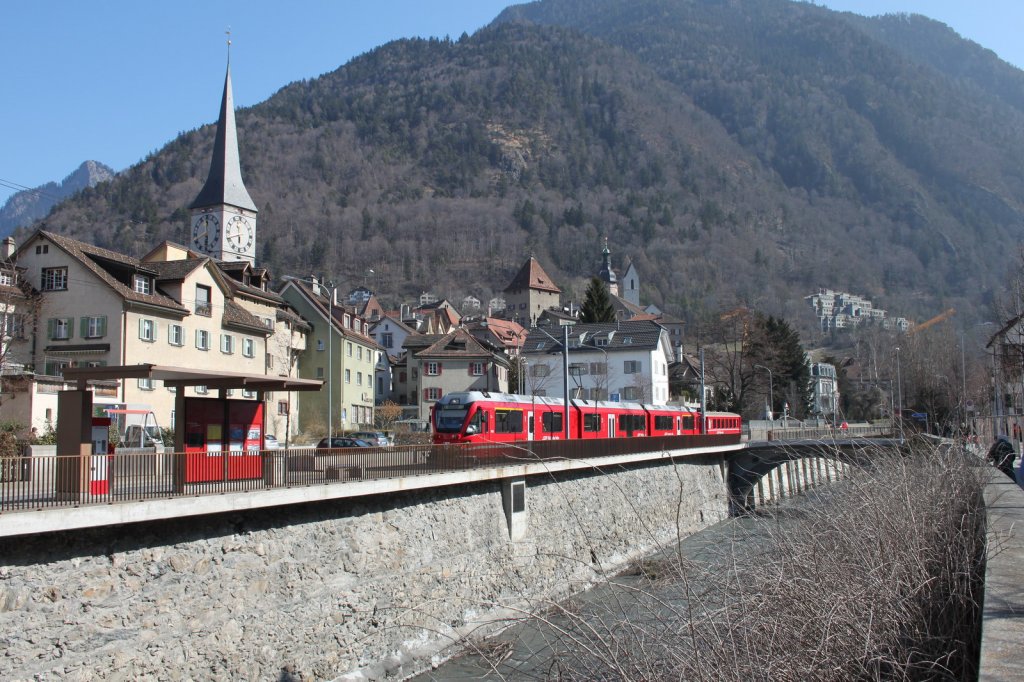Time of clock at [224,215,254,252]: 5:41
